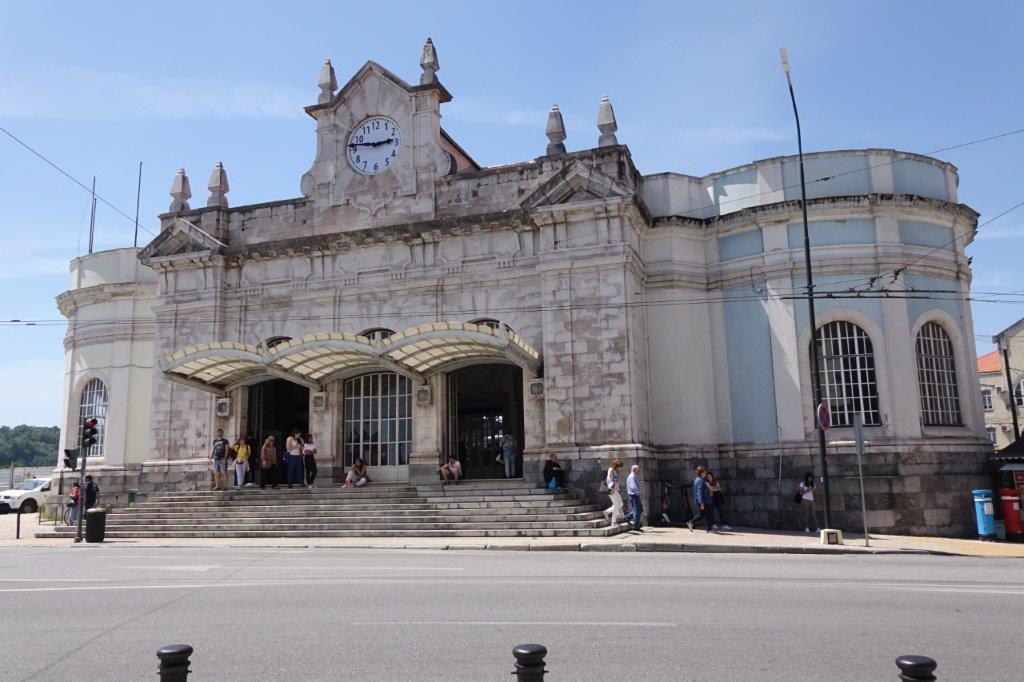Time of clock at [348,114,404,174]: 2:46
